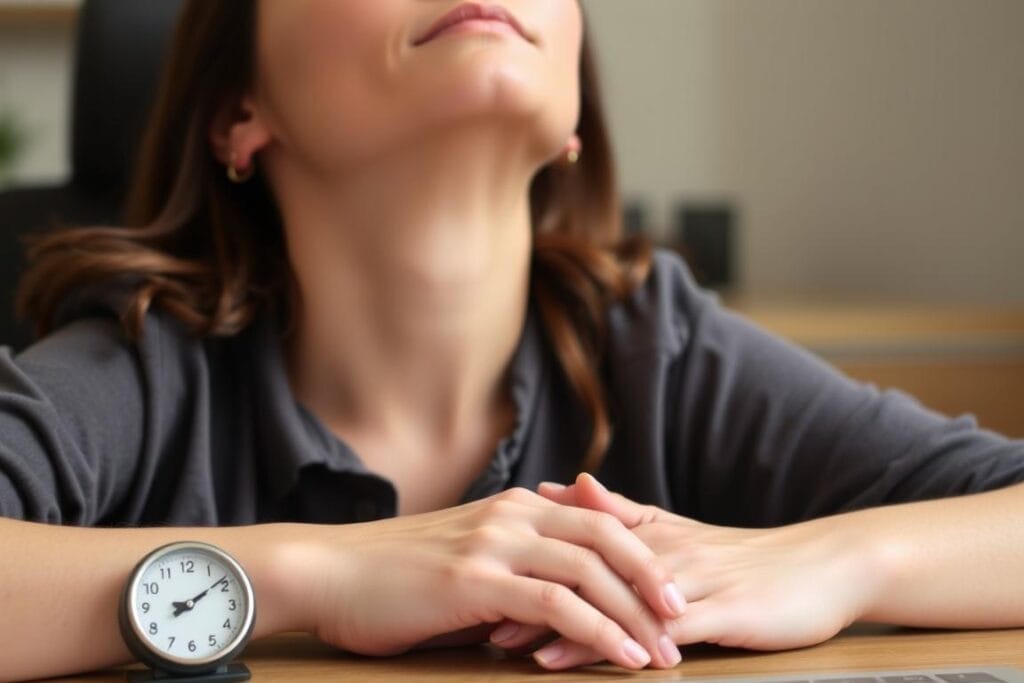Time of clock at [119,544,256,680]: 8:08
